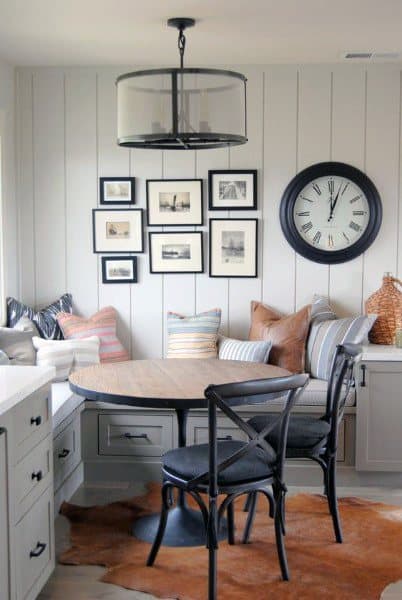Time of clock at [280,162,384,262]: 12:03
